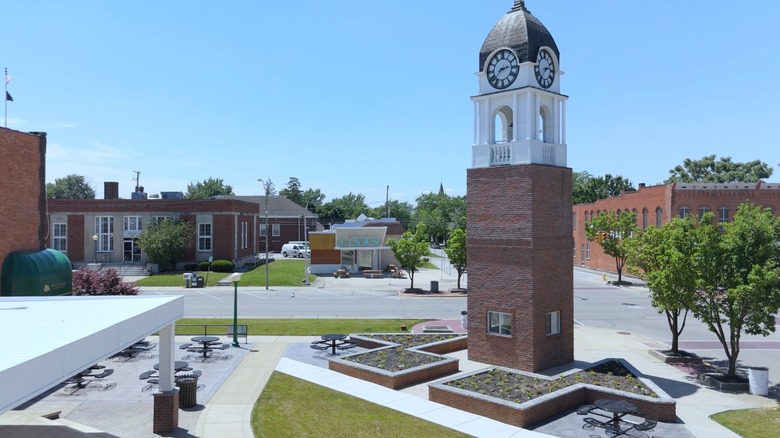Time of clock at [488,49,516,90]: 2:37
